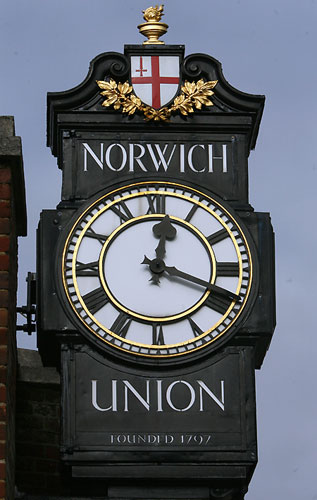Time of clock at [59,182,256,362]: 12:18
